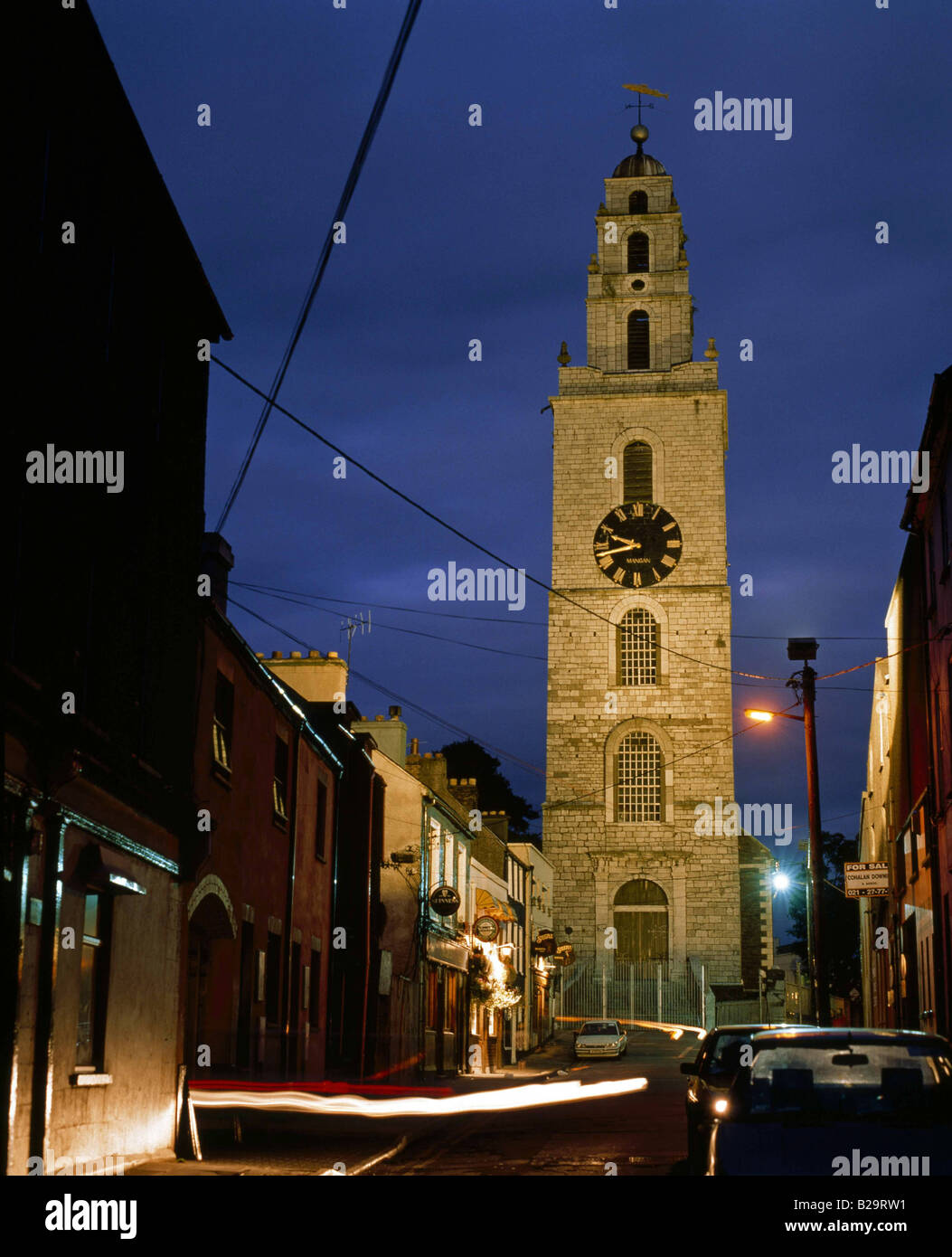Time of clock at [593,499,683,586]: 9:42
